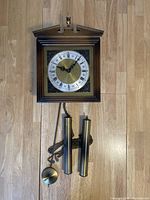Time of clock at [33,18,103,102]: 9:07
